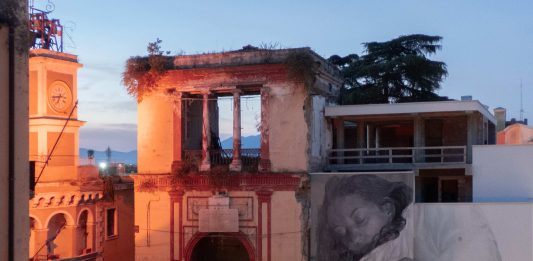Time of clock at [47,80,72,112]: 6:43
